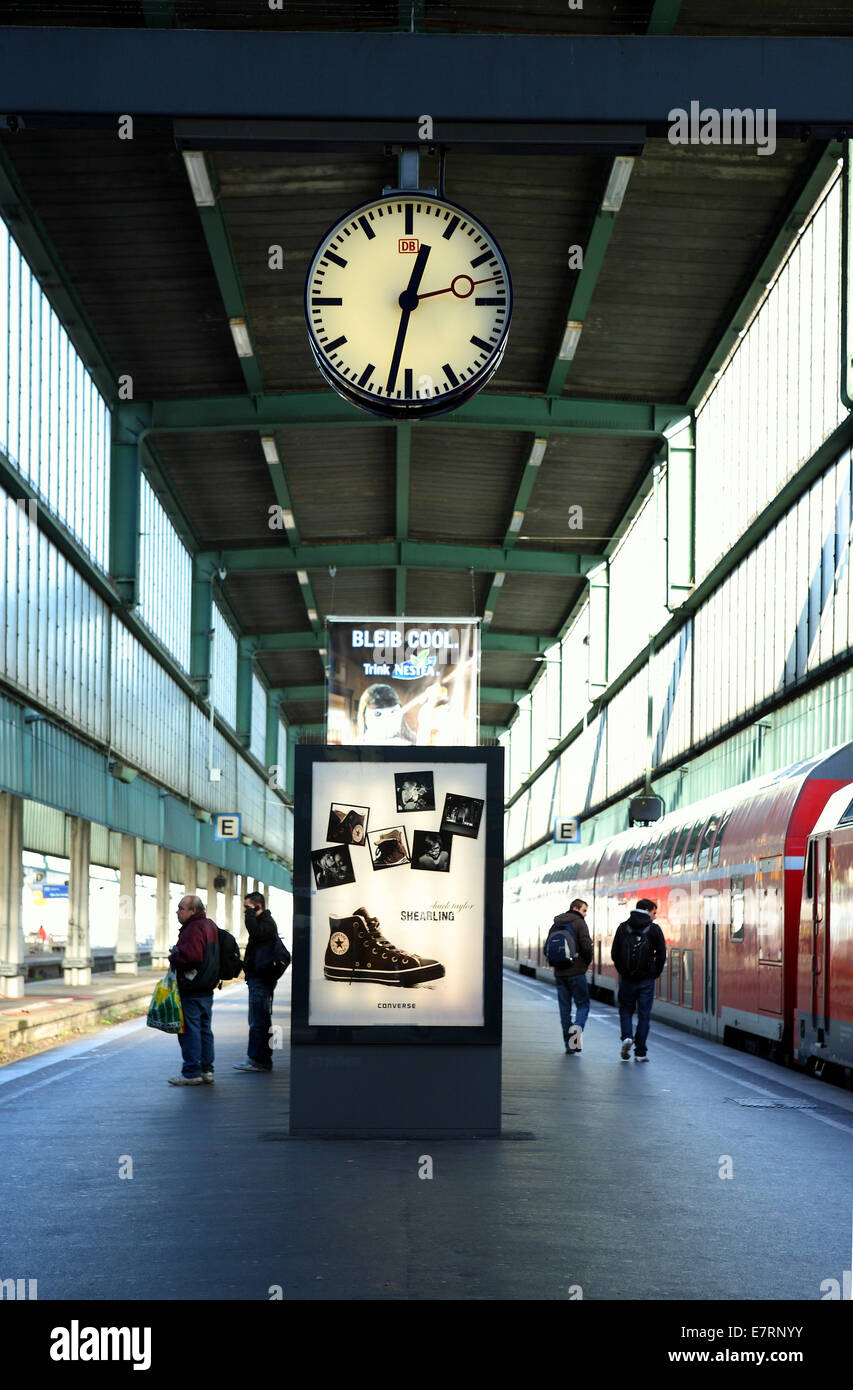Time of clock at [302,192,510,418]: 12:32
